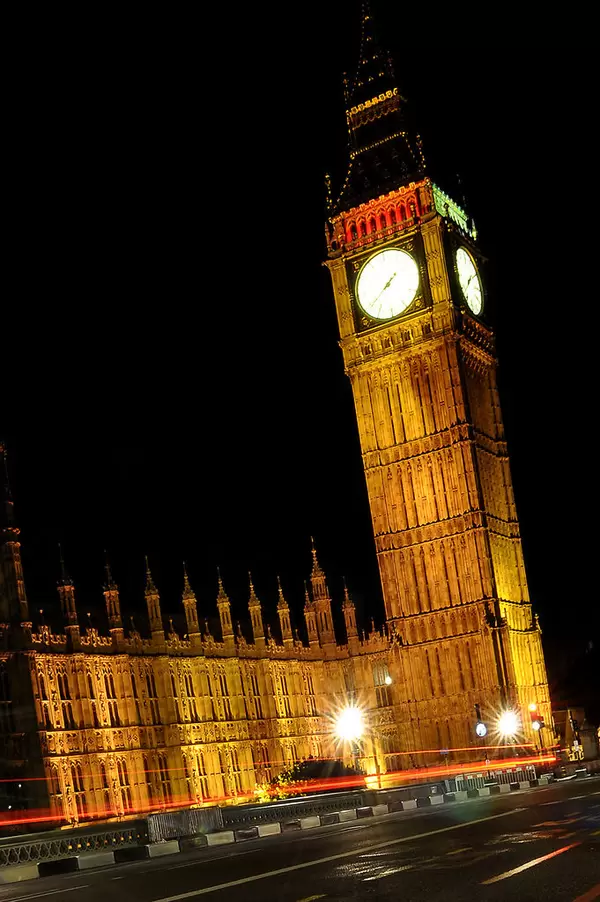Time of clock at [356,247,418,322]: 1:38
